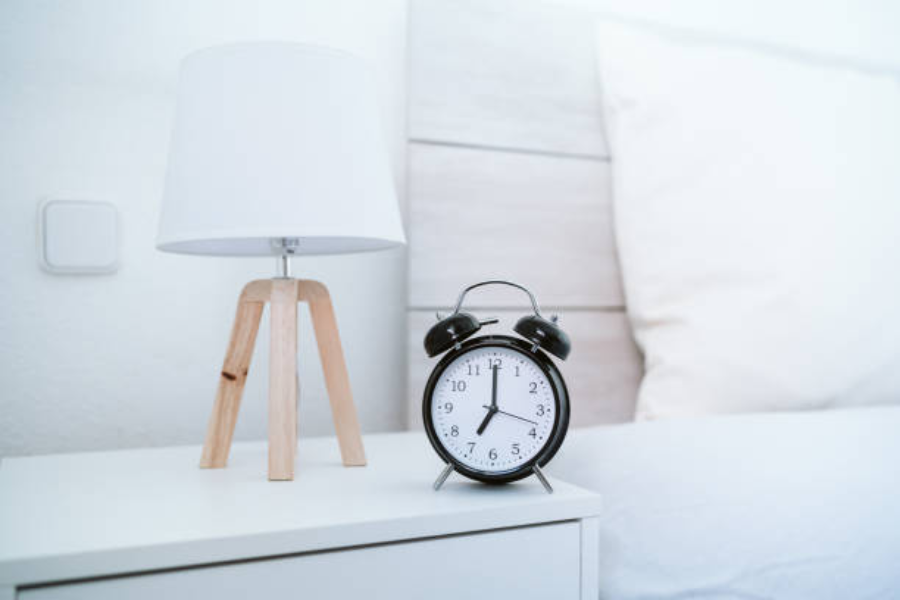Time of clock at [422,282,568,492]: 7:00
